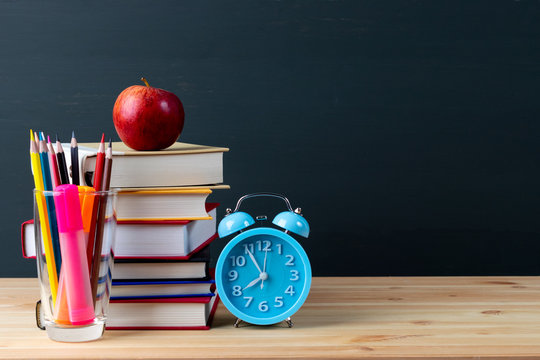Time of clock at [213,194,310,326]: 7:54
